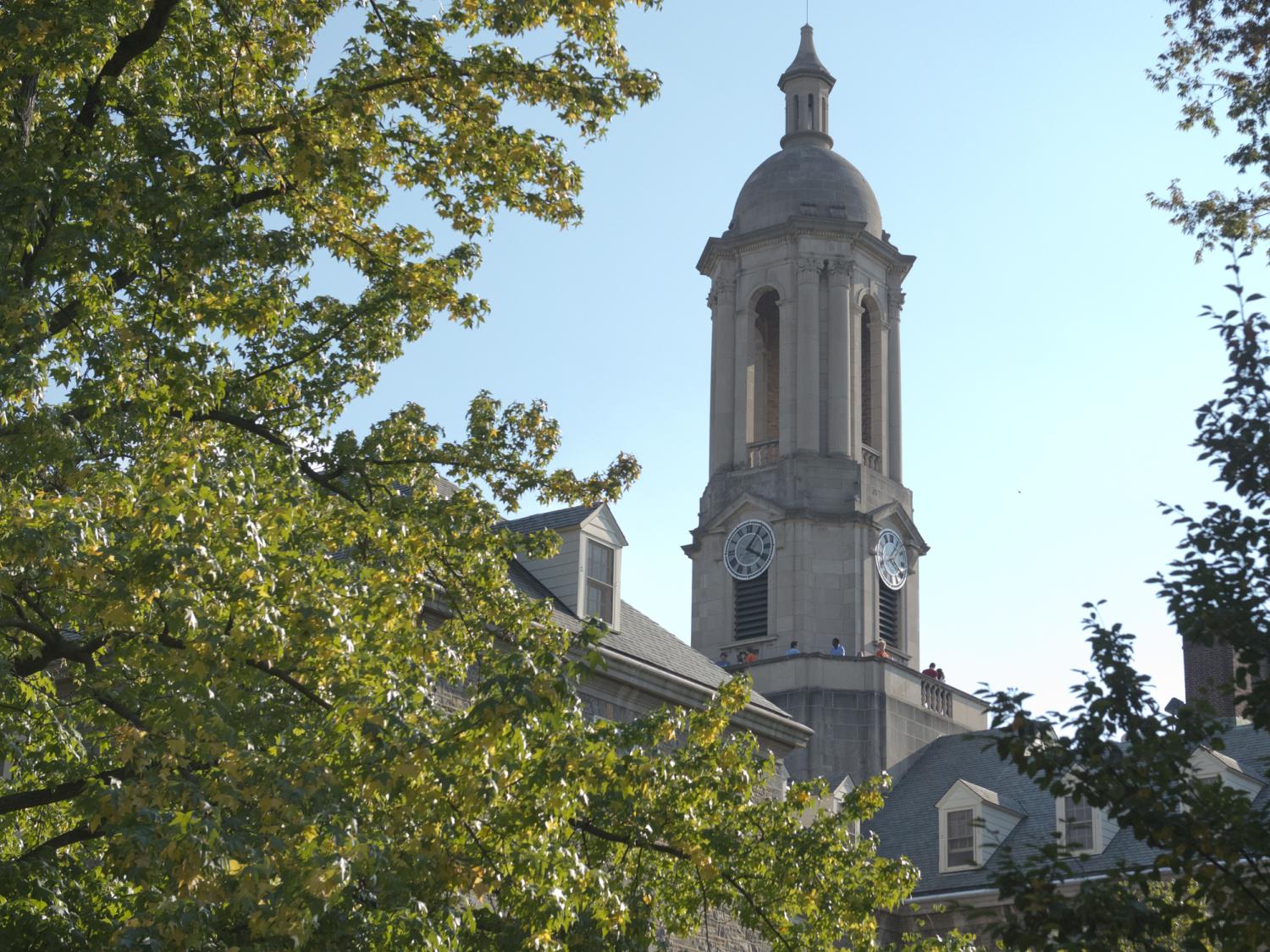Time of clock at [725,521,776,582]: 4:05
